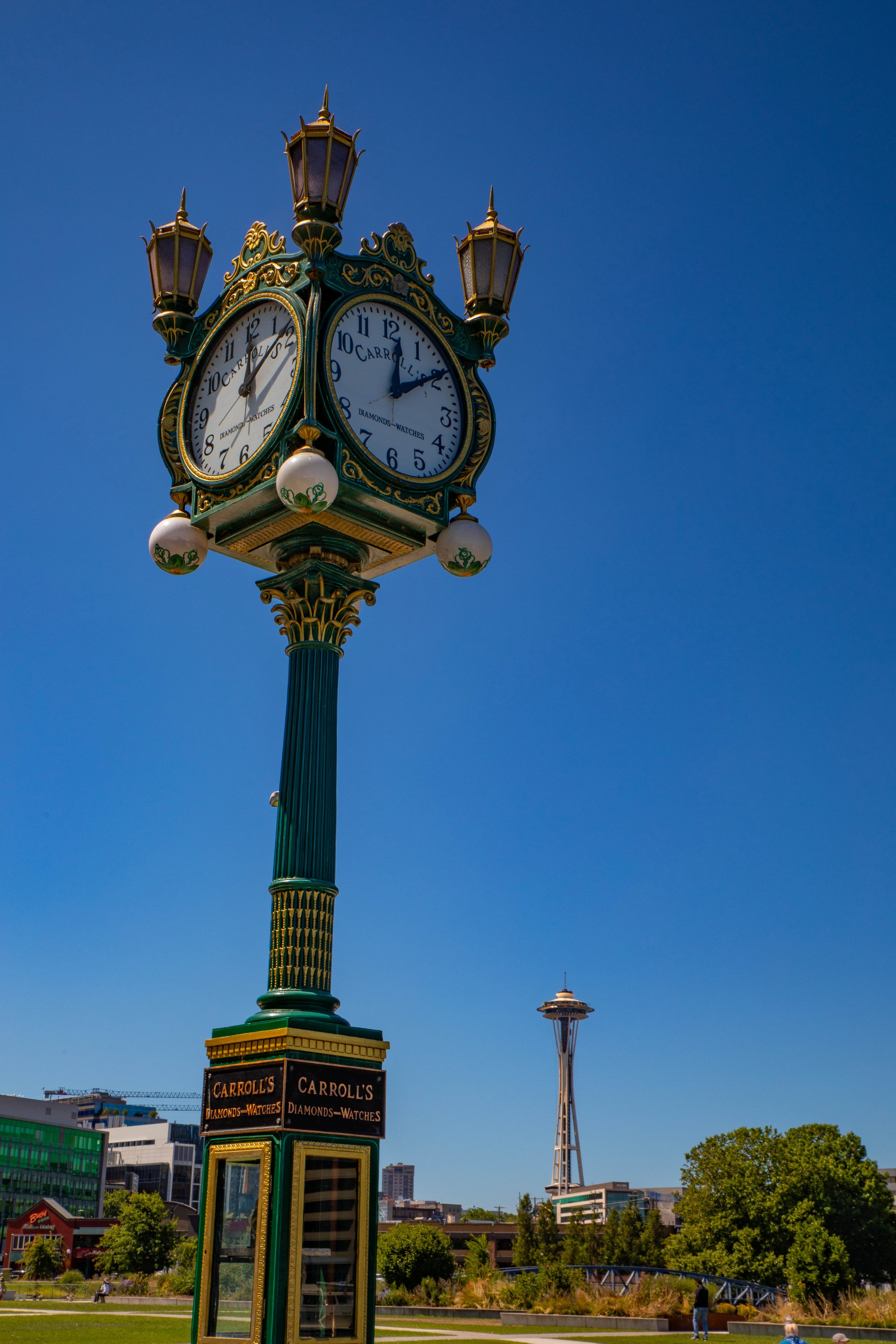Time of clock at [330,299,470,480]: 12:09
